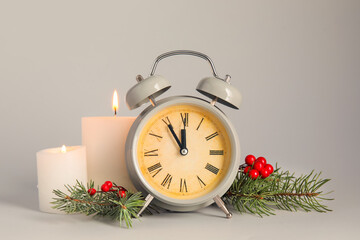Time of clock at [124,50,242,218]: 11:54
